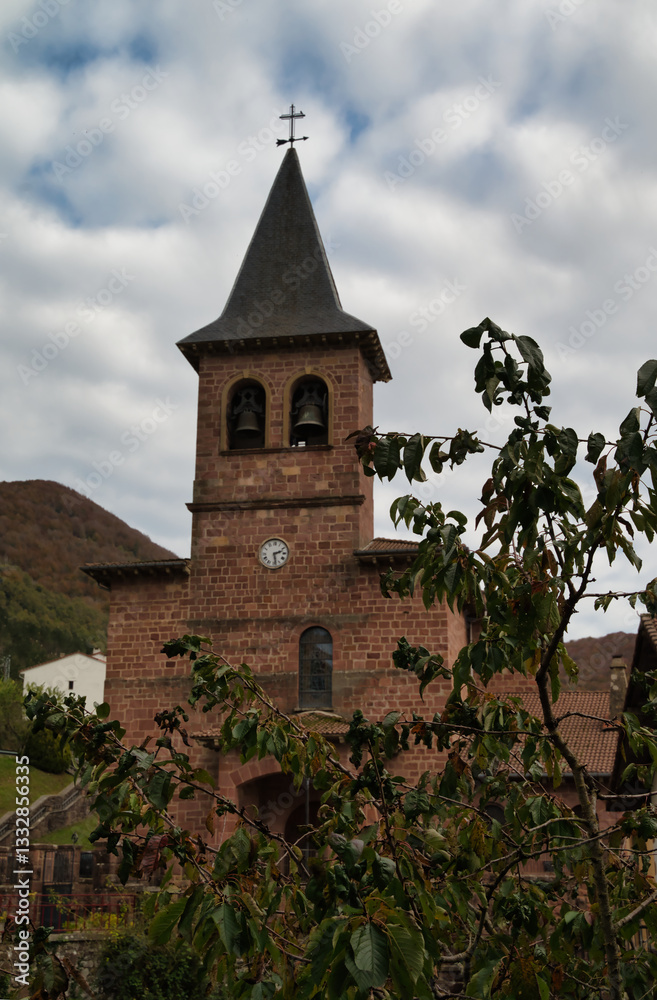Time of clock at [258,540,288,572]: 2:28
